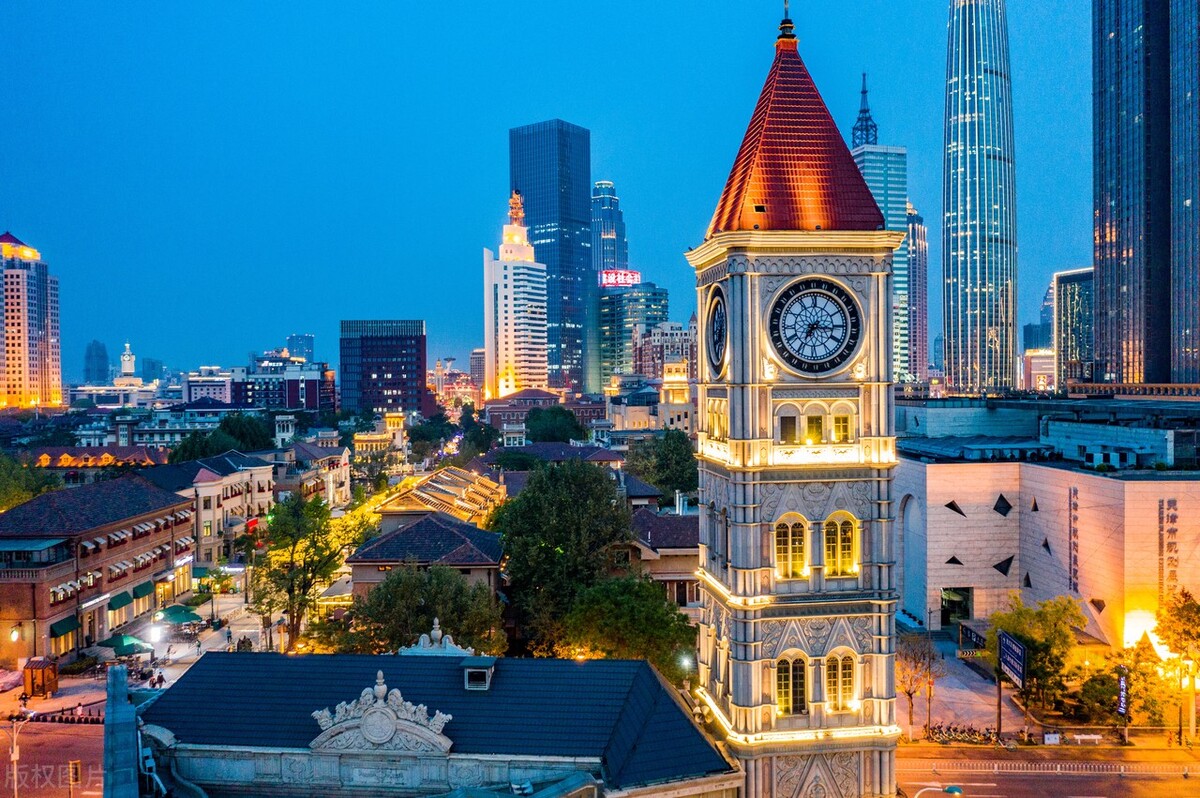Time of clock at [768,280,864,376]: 7:14
